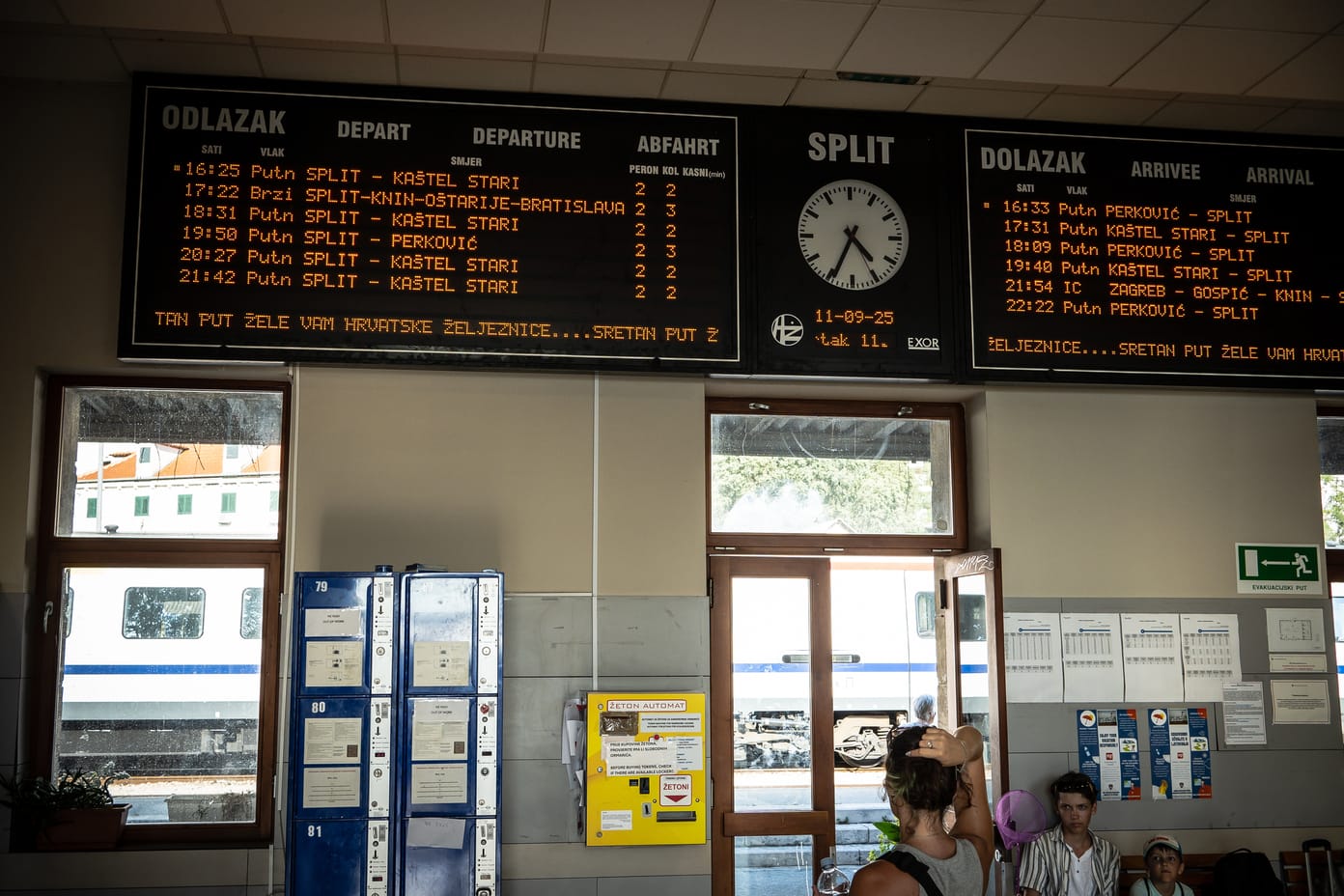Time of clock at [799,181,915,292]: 4:34
